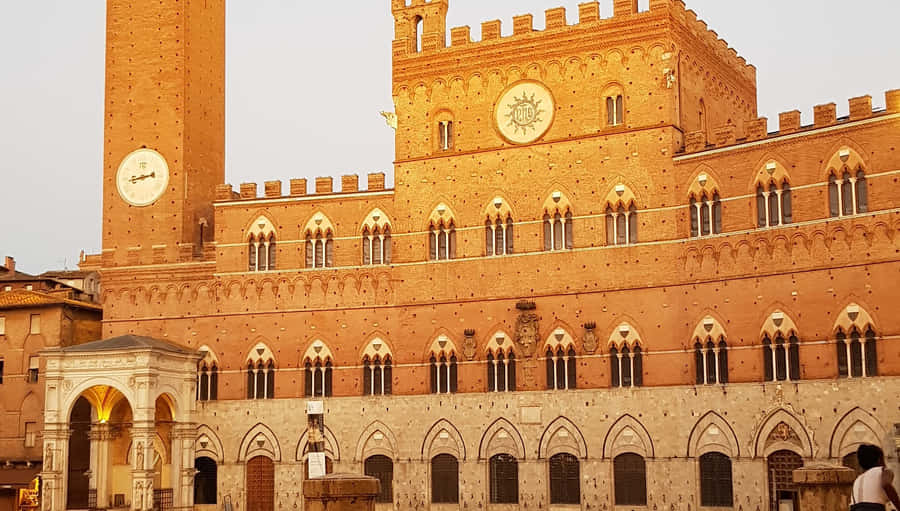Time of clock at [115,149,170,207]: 8:43
